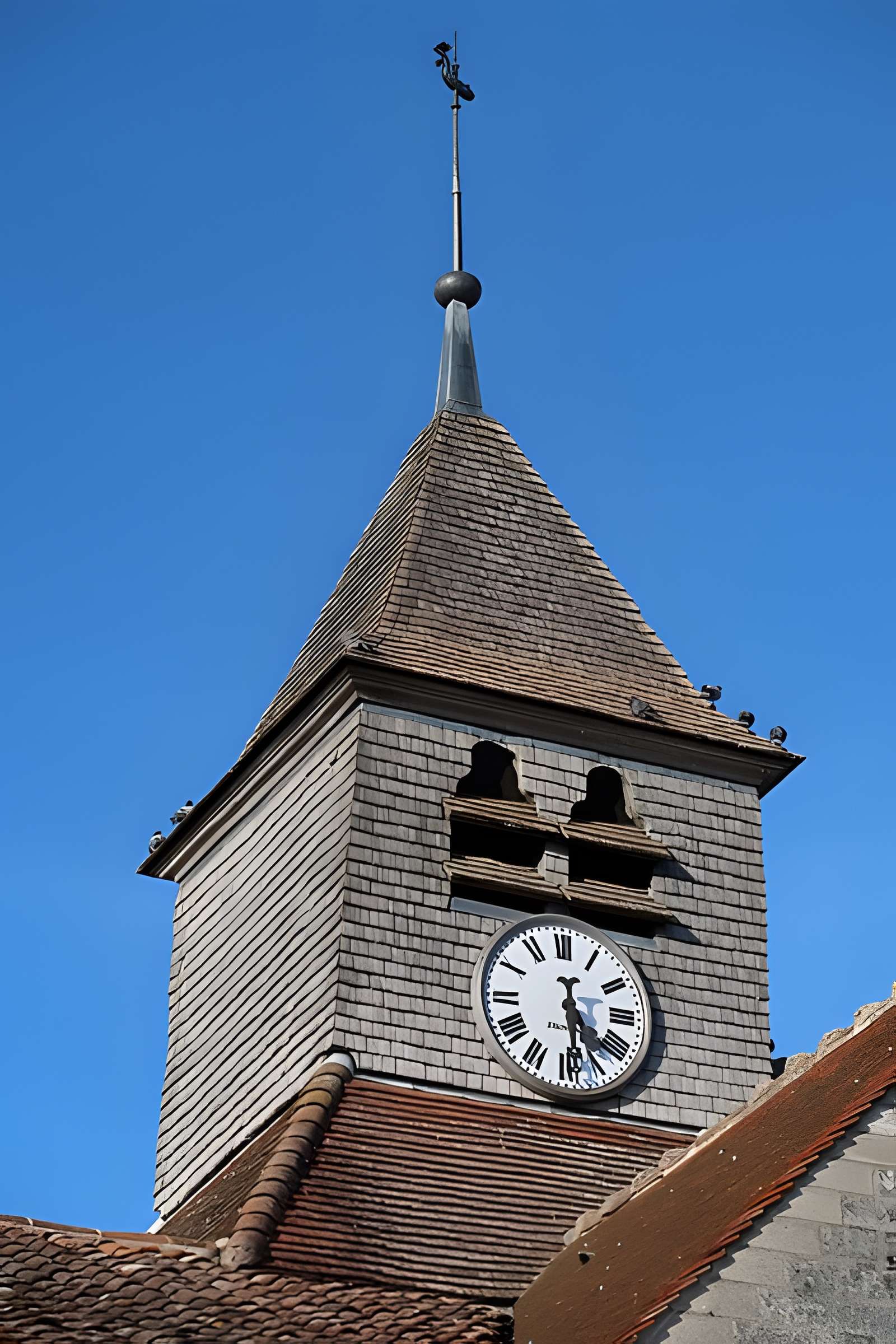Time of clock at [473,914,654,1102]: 4:28
